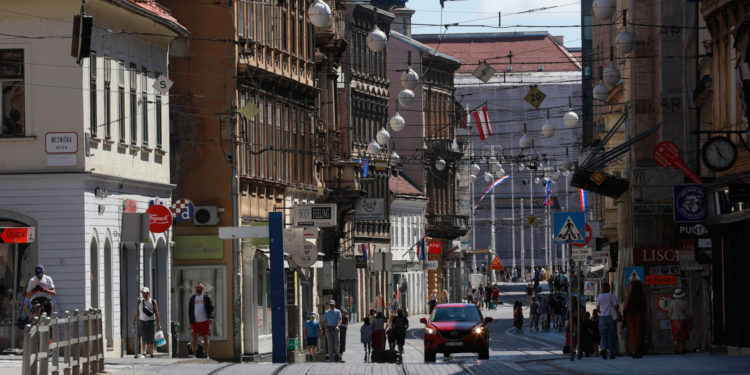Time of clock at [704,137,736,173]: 11:22
